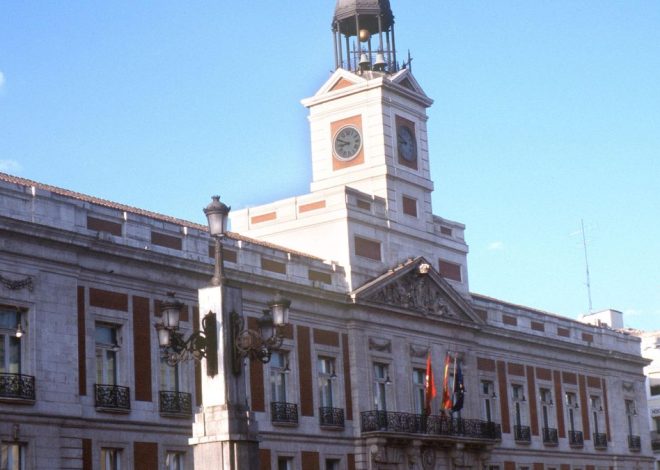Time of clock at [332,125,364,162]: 8:48
